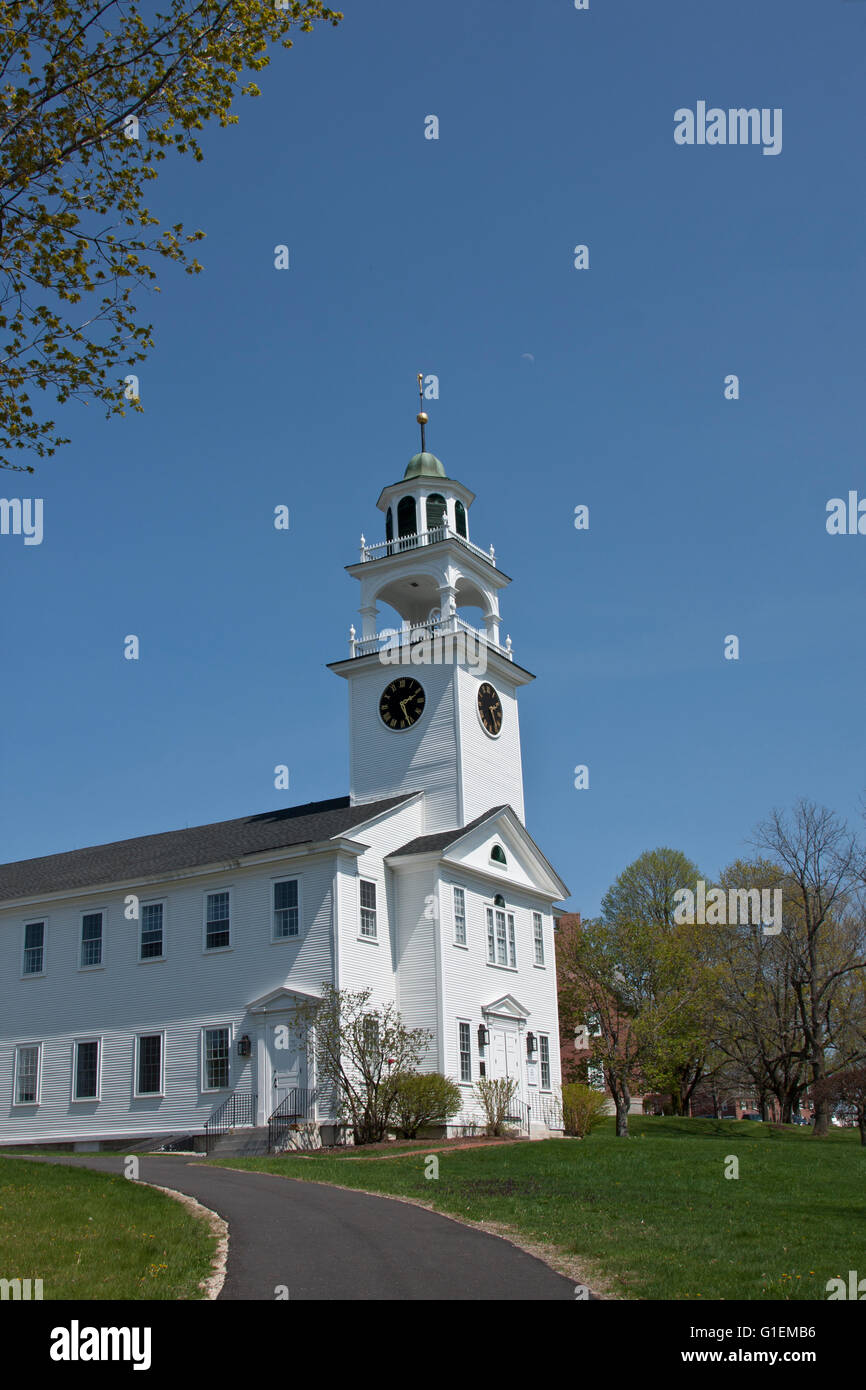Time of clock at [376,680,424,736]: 2:26
